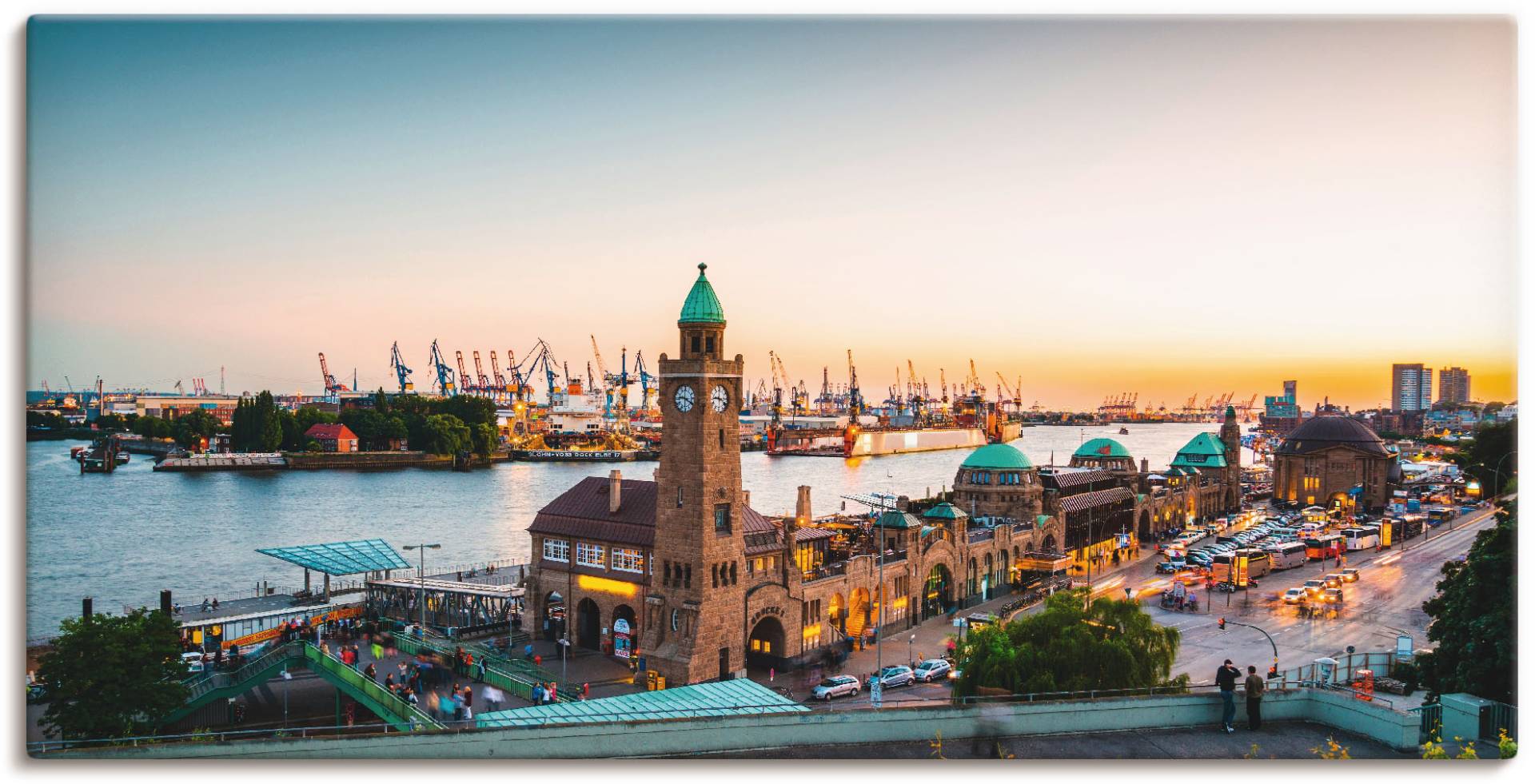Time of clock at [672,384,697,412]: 9:20
